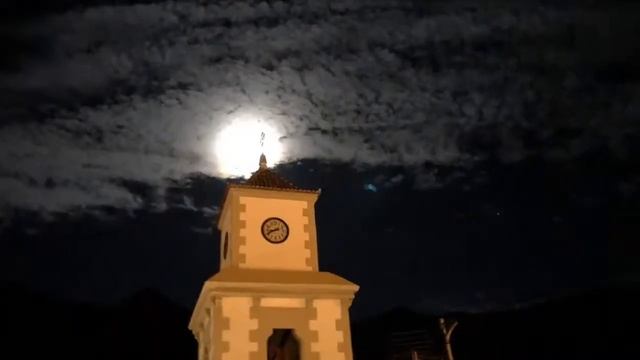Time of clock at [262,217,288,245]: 8:41
